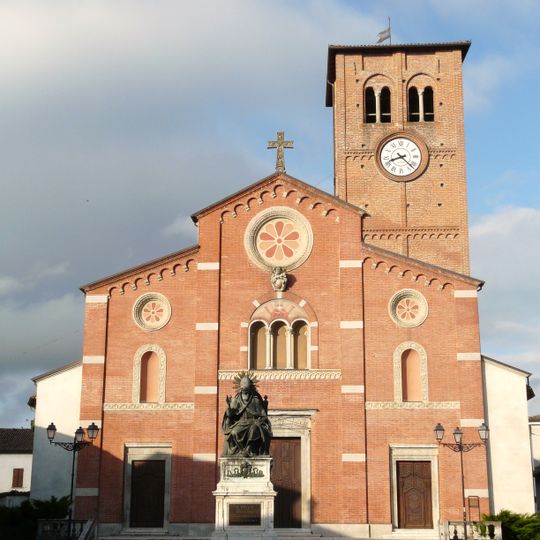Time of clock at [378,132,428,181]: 8:22
